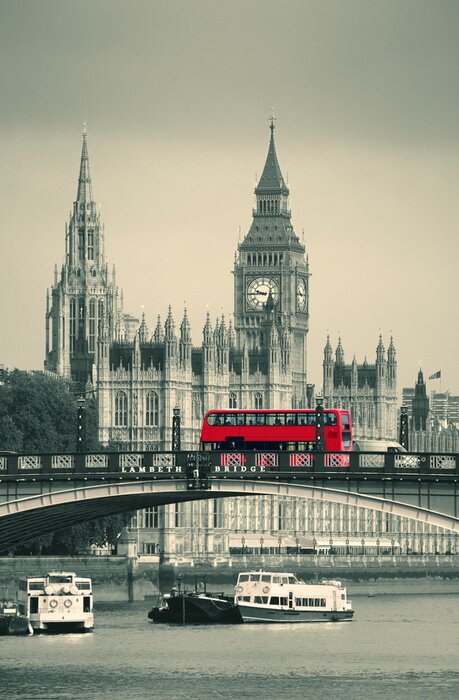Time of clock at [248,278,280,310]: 9:44
